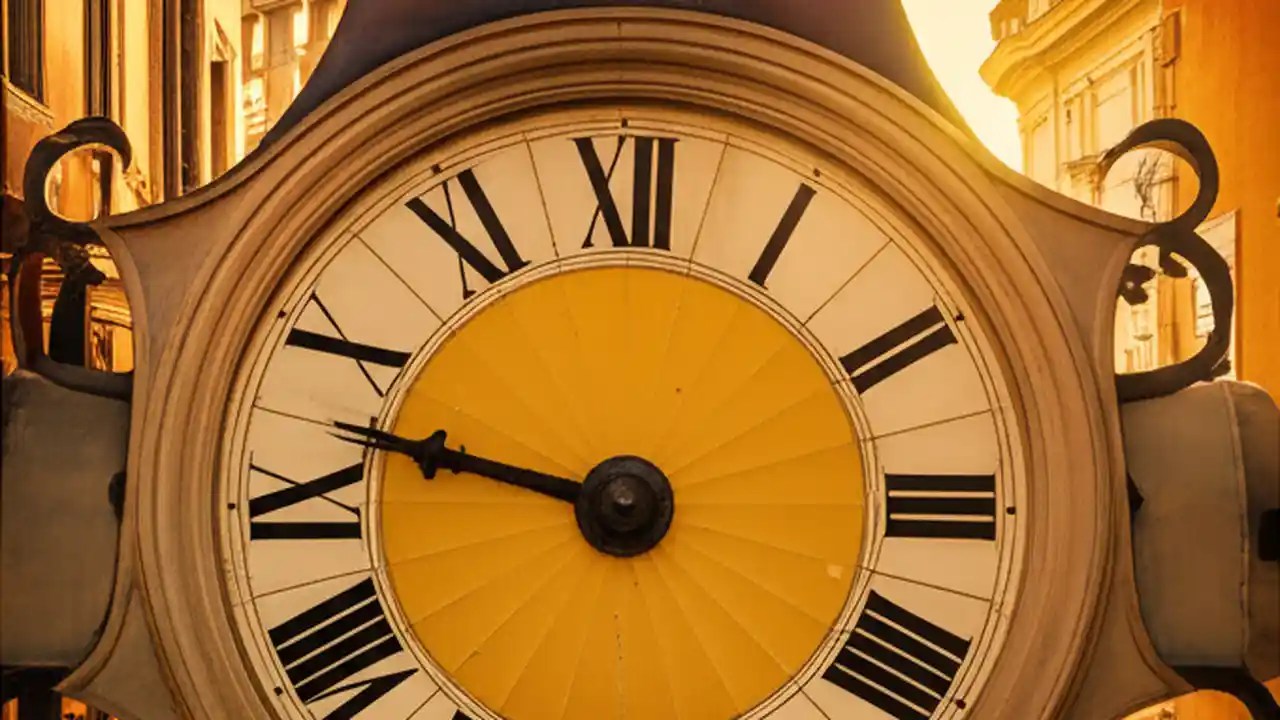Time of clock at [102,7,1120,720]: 9:47
